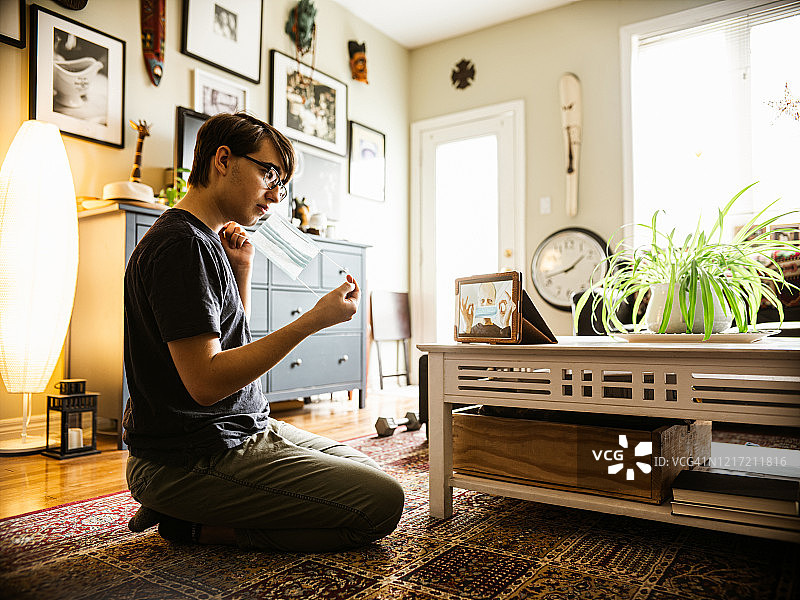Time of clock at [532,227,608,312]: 1:42
